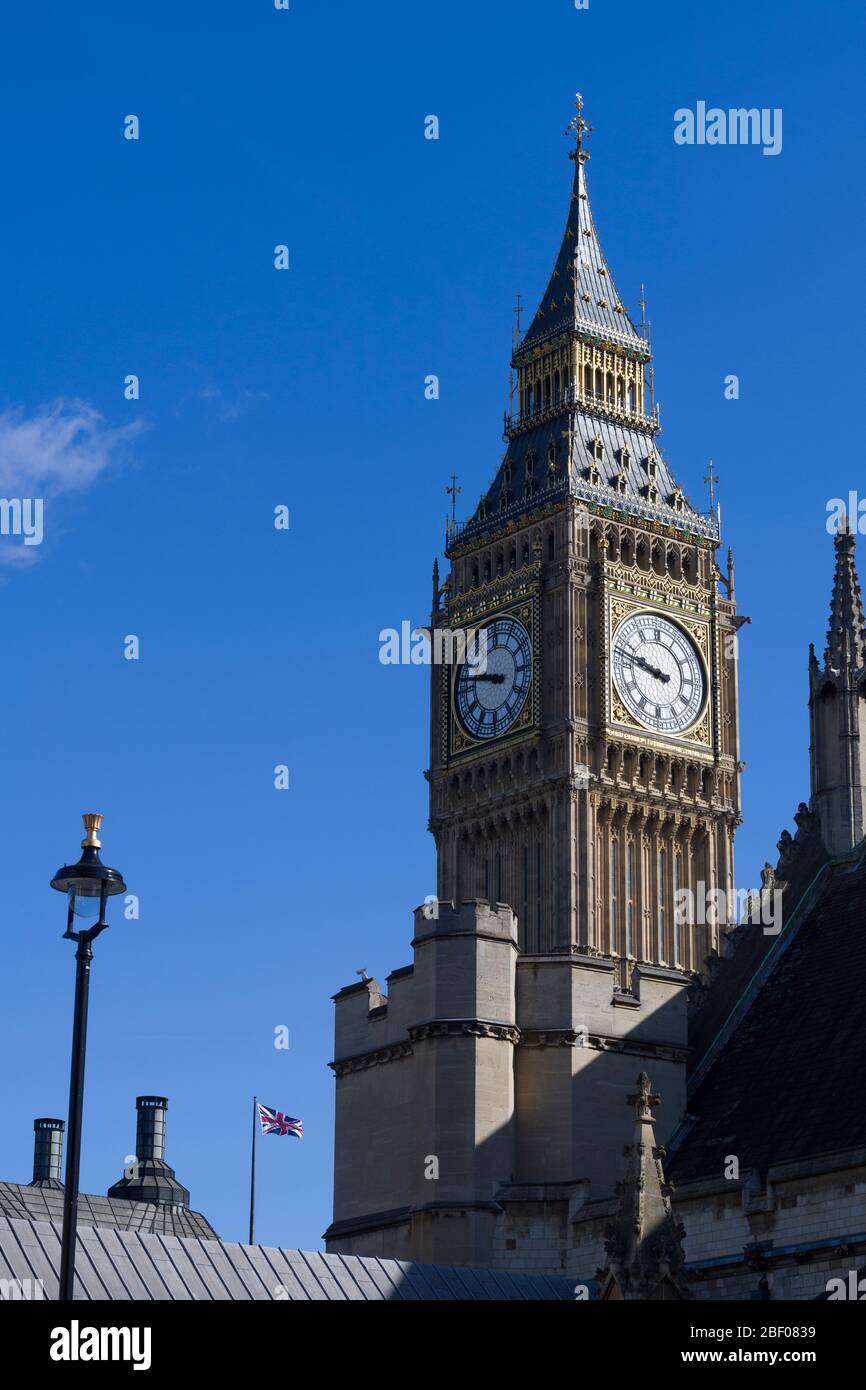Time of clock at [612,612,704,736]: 9:47
